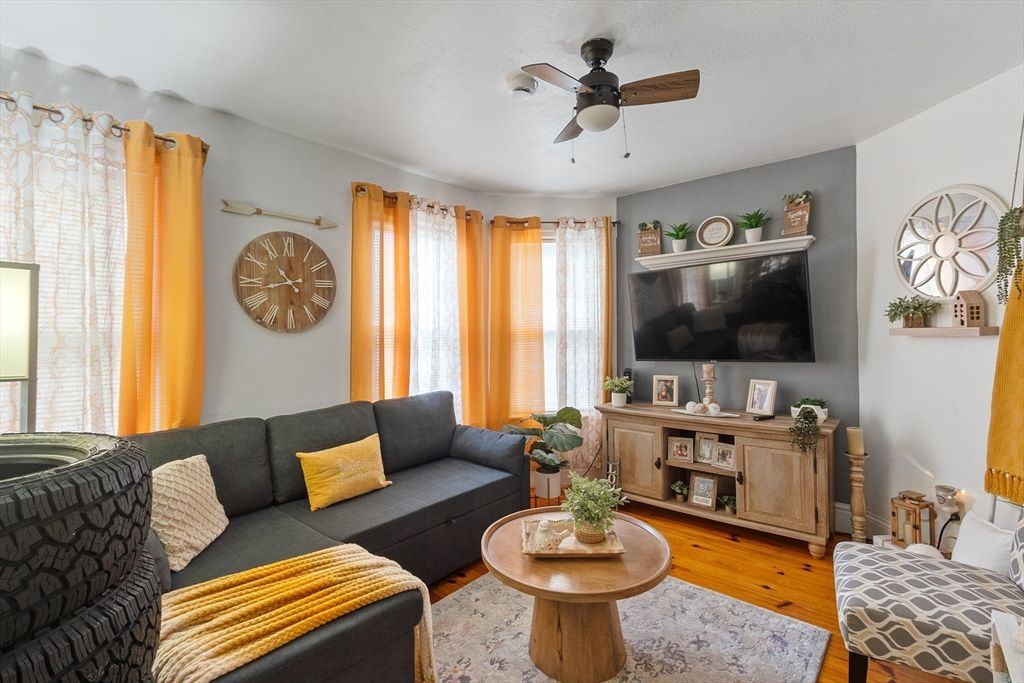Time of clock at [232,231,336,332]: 10:43
